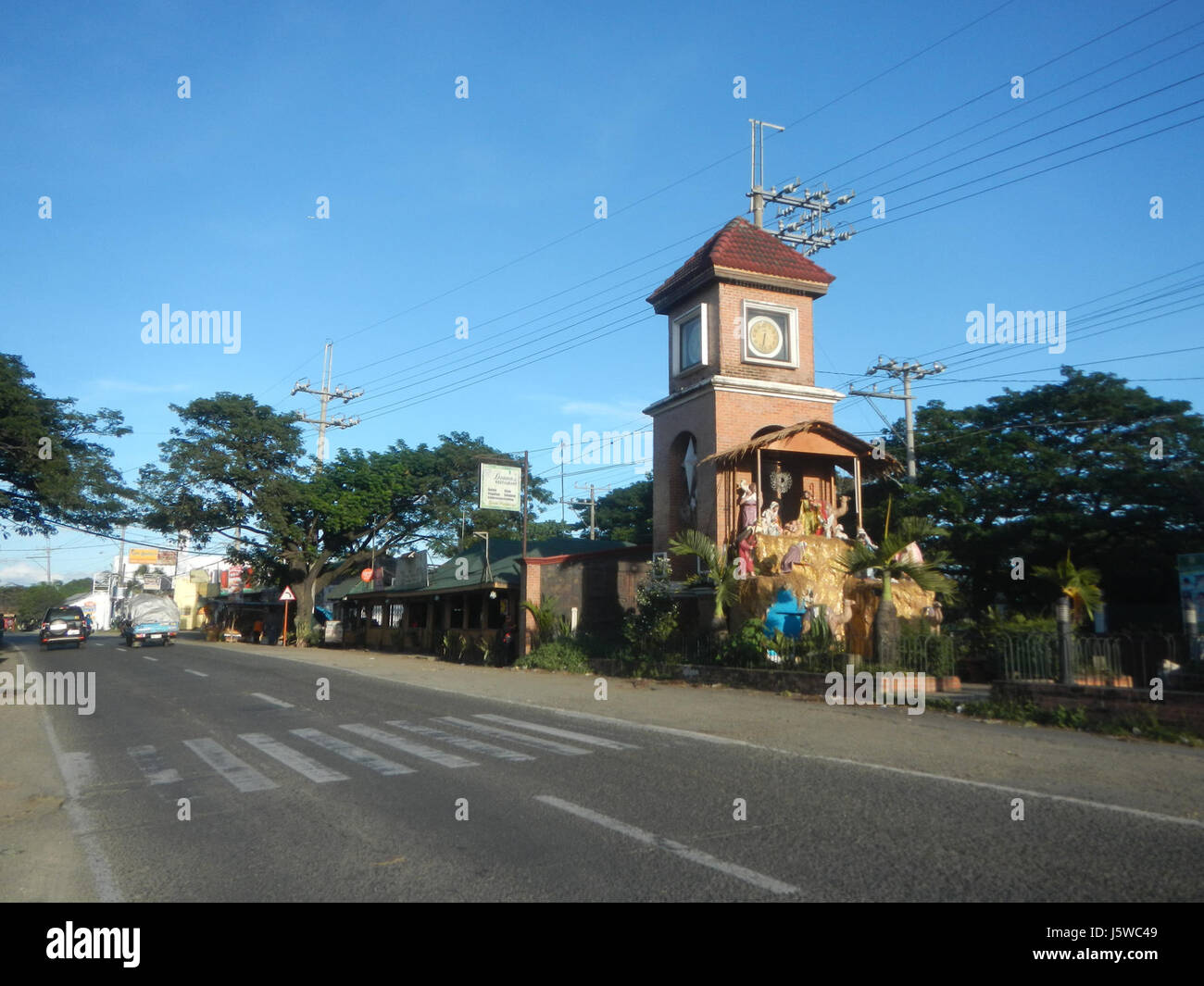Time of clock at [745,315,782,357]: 6:32
